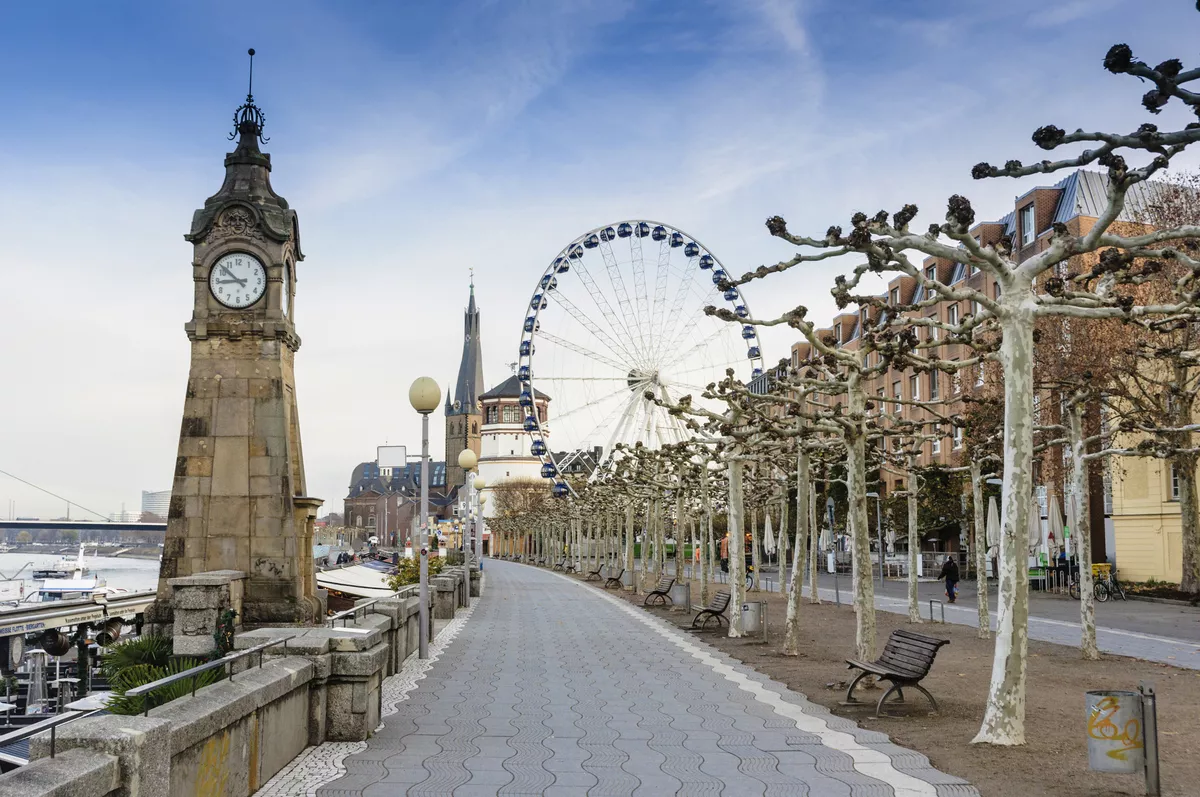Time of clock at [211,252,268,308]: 8:51
